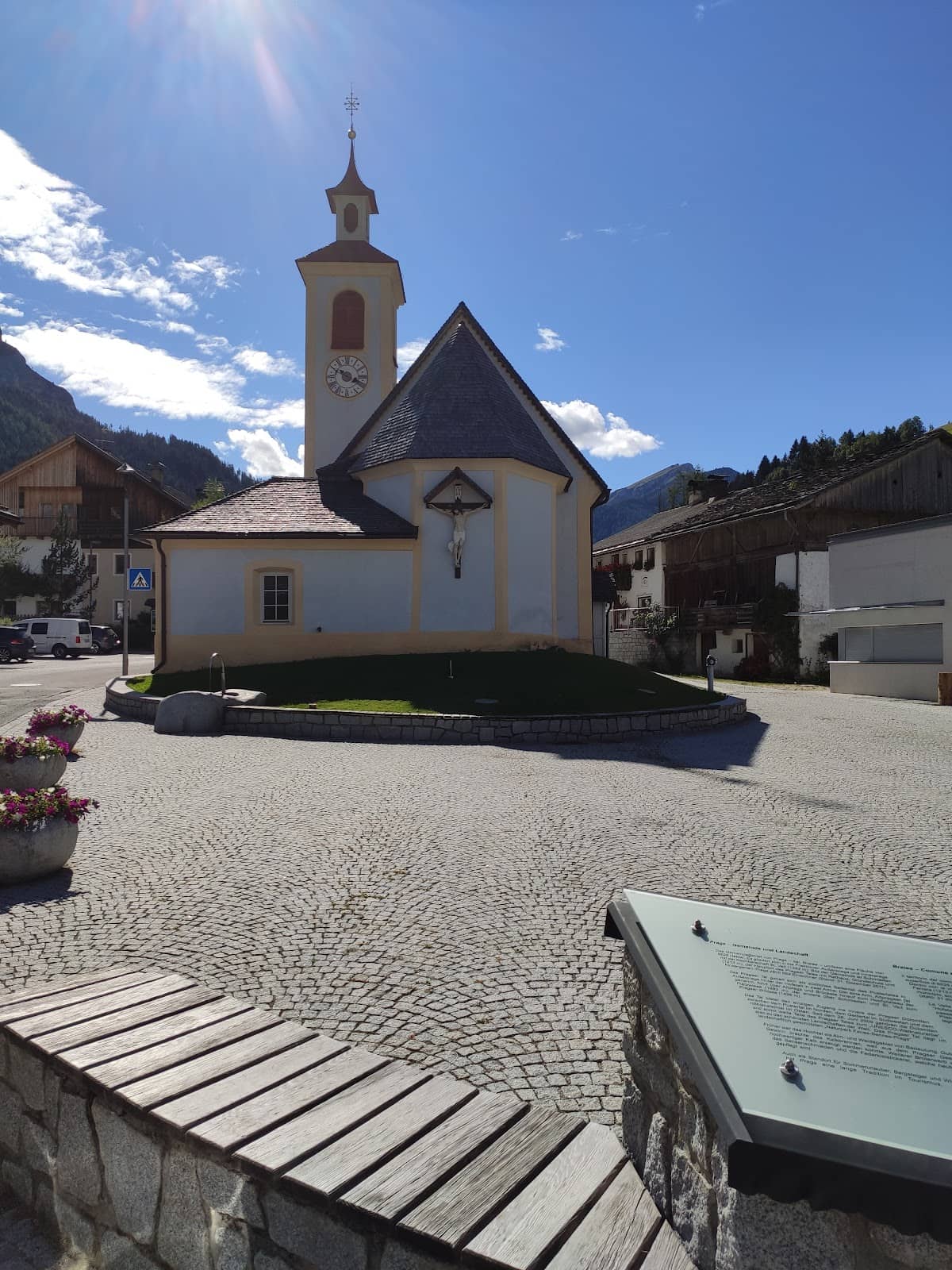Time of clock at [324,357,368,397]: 3:48
